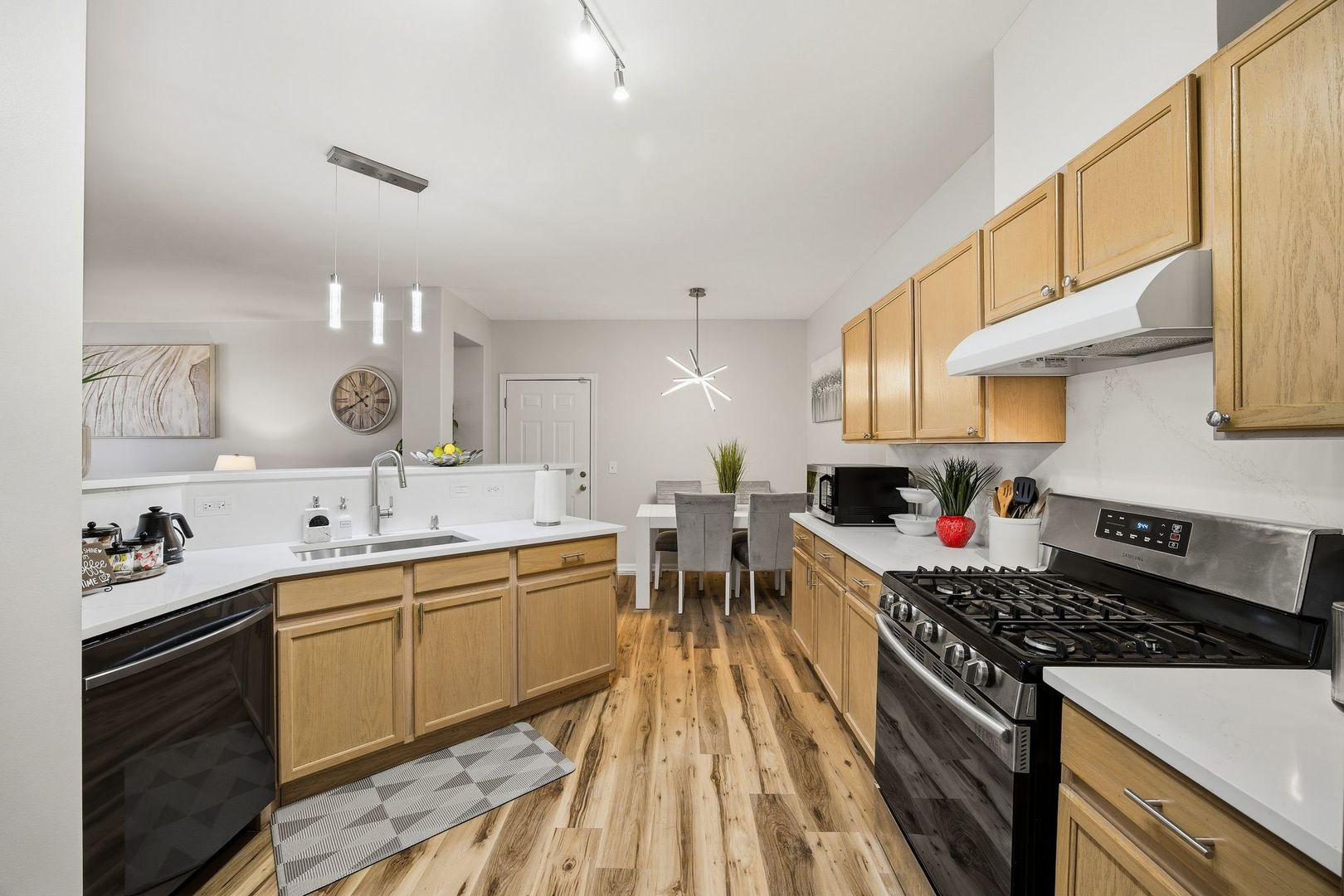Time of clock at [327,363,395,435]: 10:39
